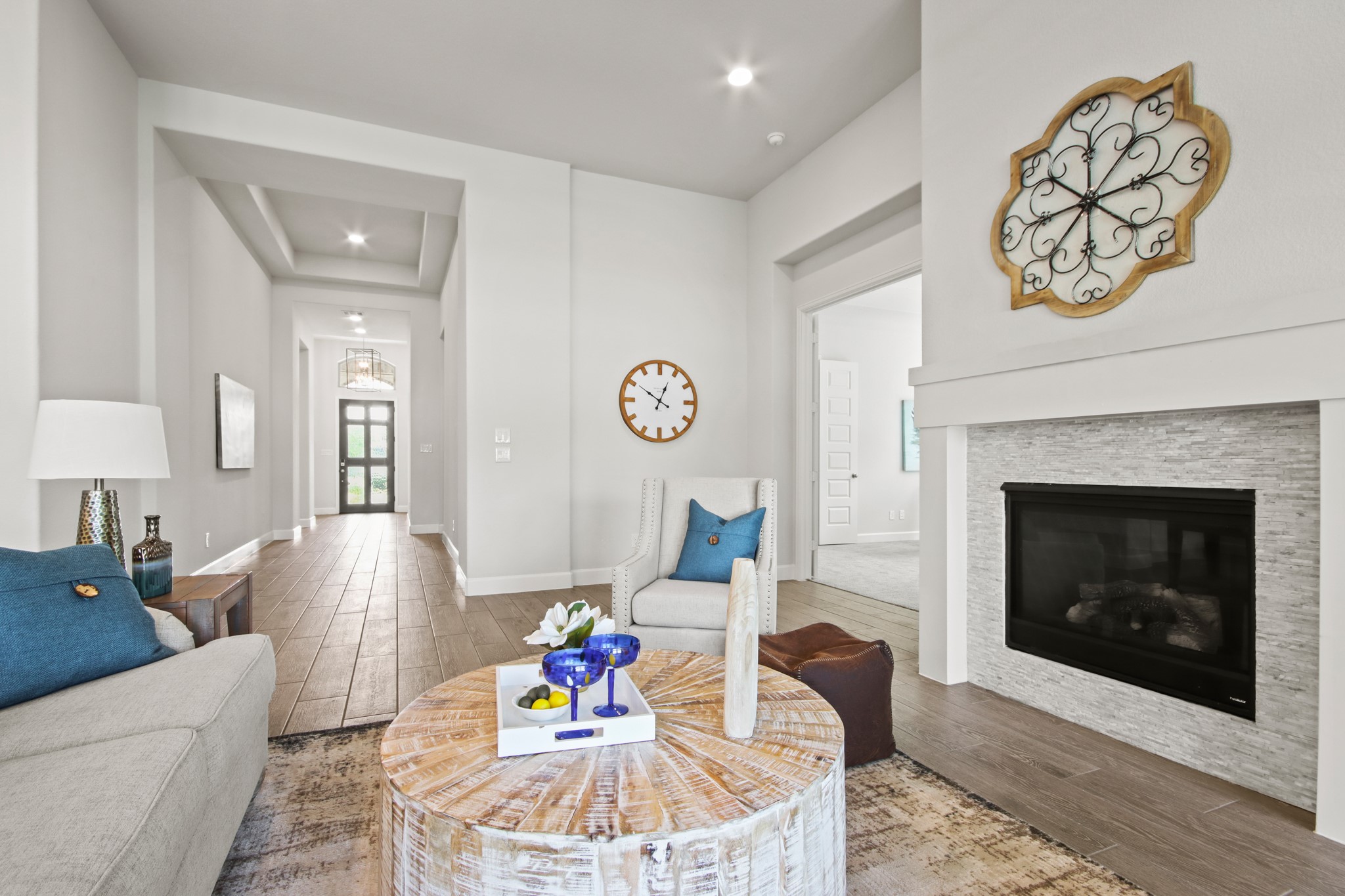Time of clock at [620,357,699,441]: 12:50
